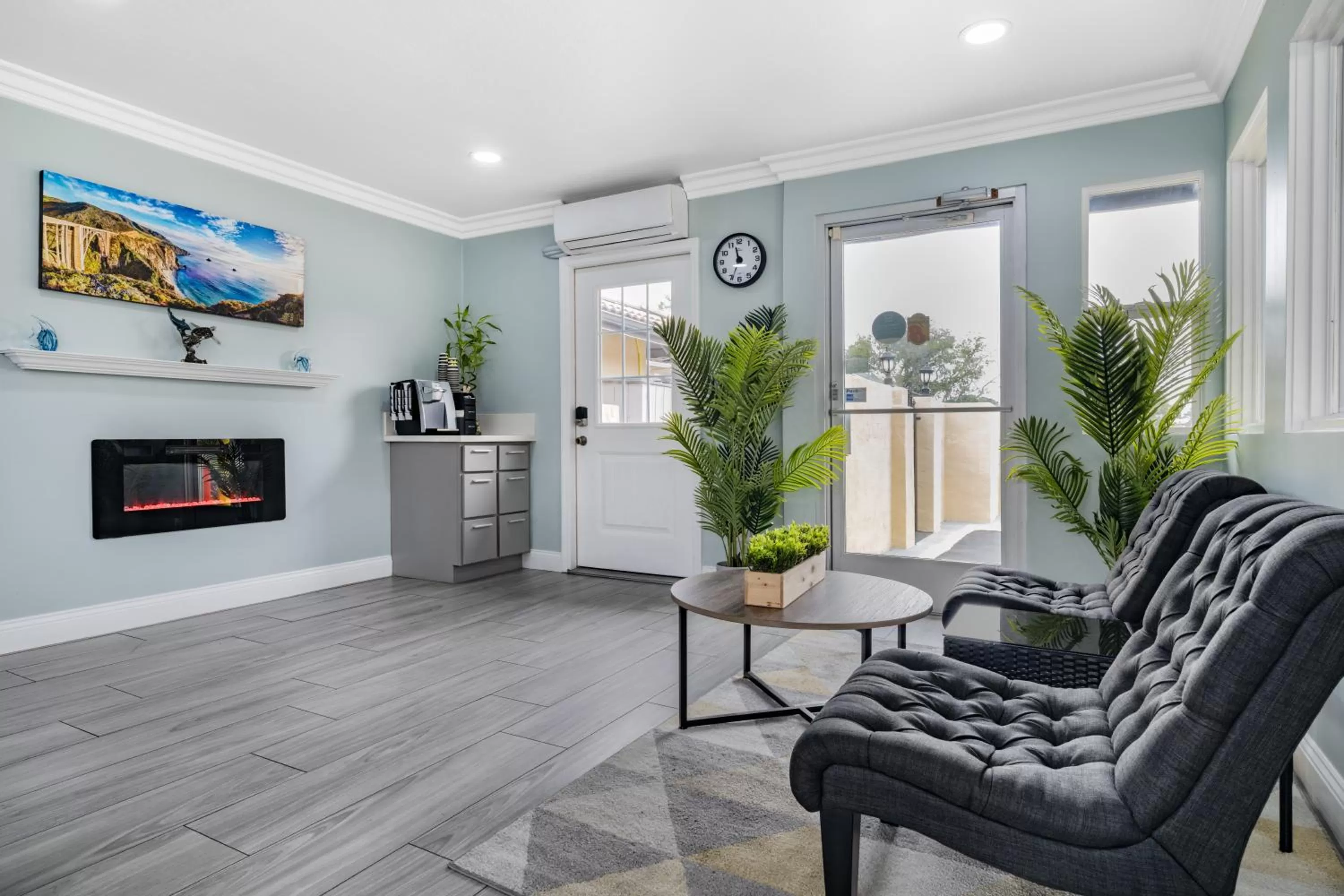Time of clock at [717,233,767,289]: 11:33
